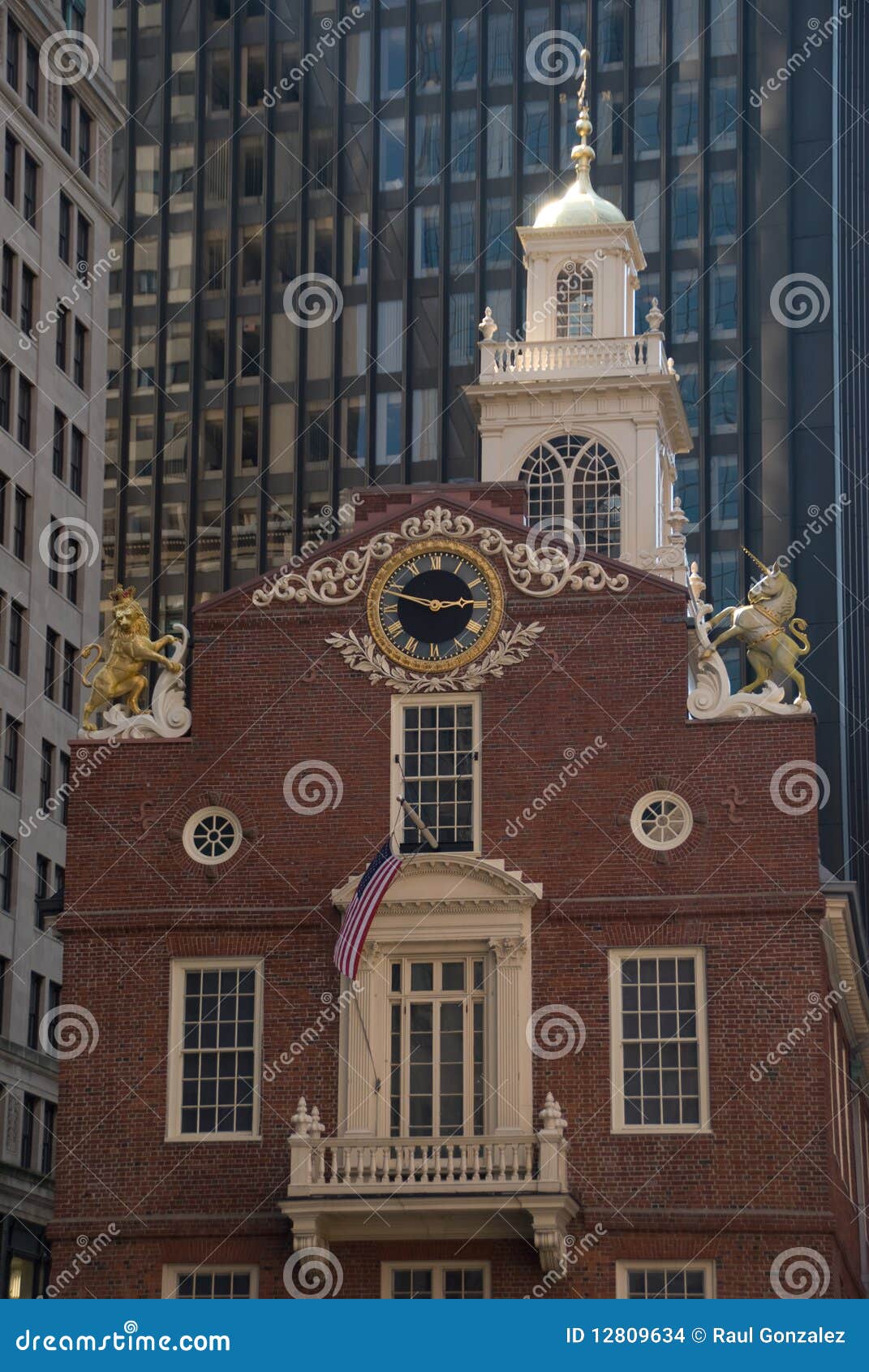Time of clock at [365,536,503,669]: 2:48
